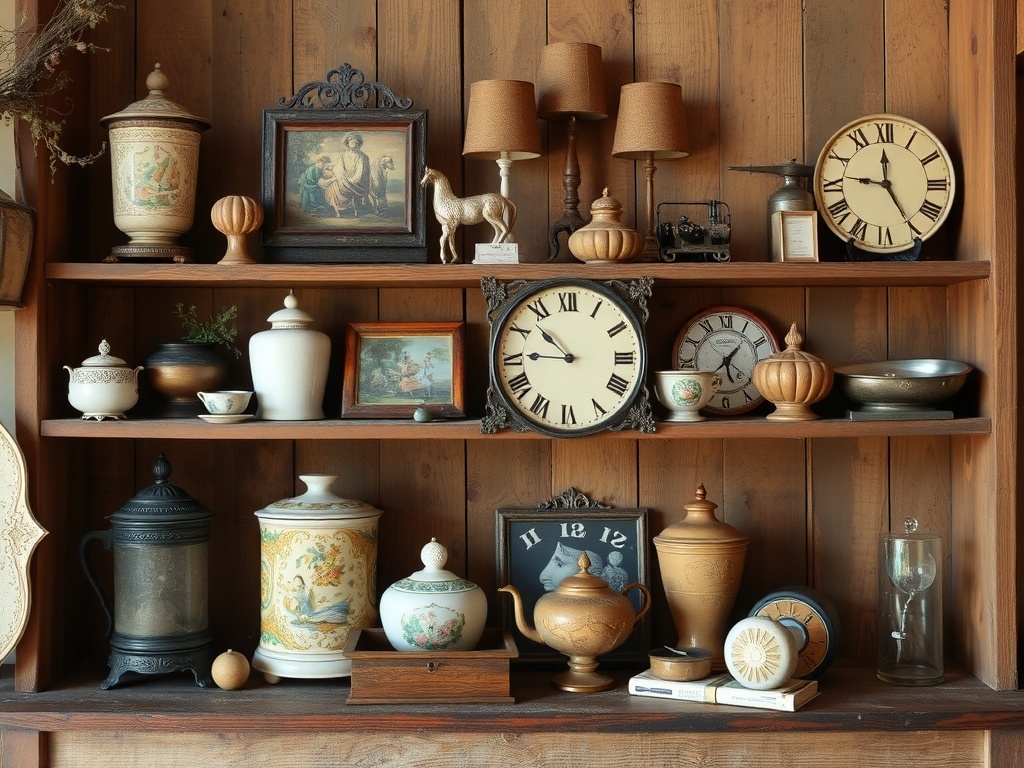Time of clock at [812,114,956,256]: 11:46
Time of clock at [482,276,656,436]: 10:45
